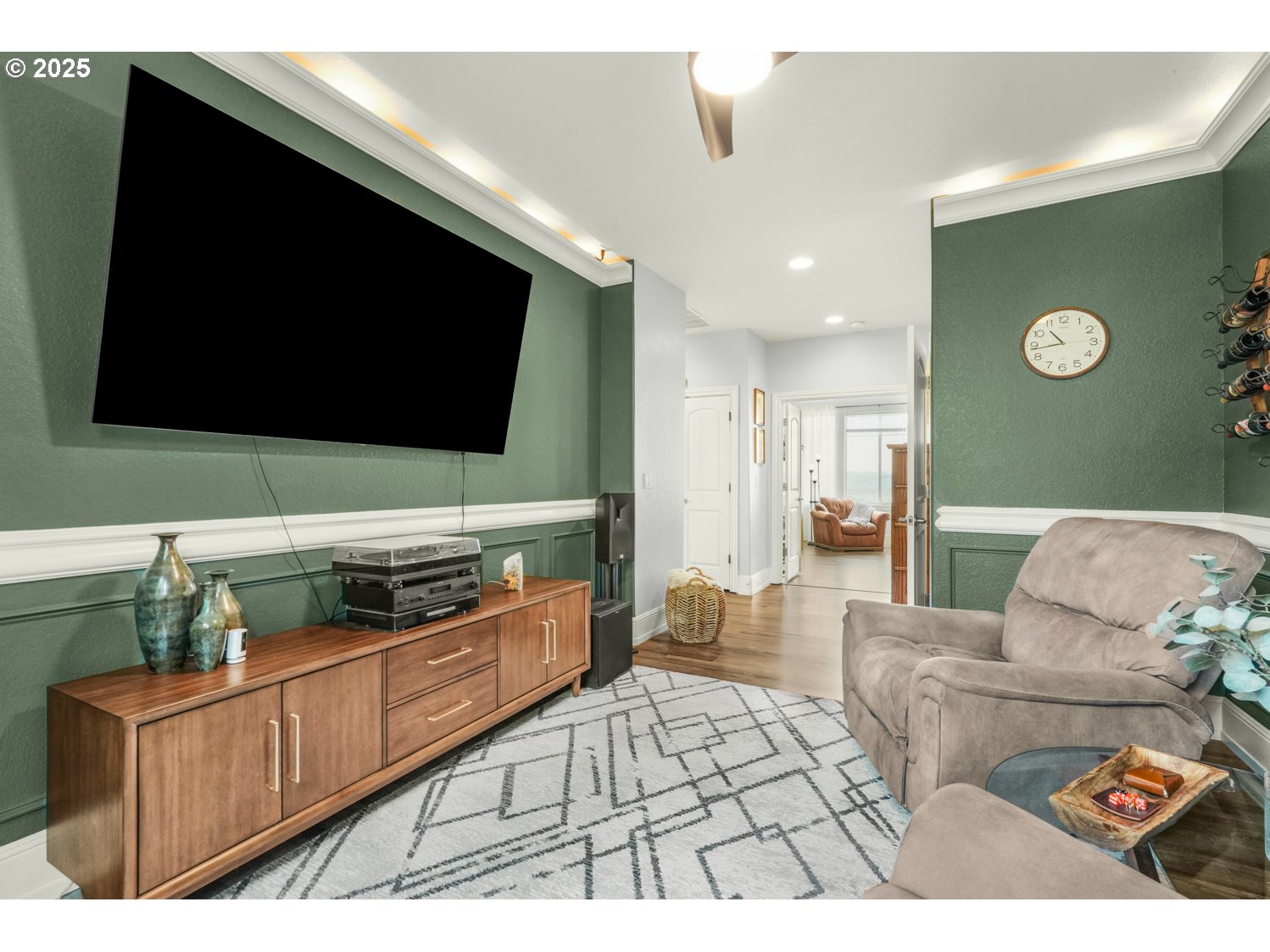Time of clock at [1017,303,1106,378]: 10:43
